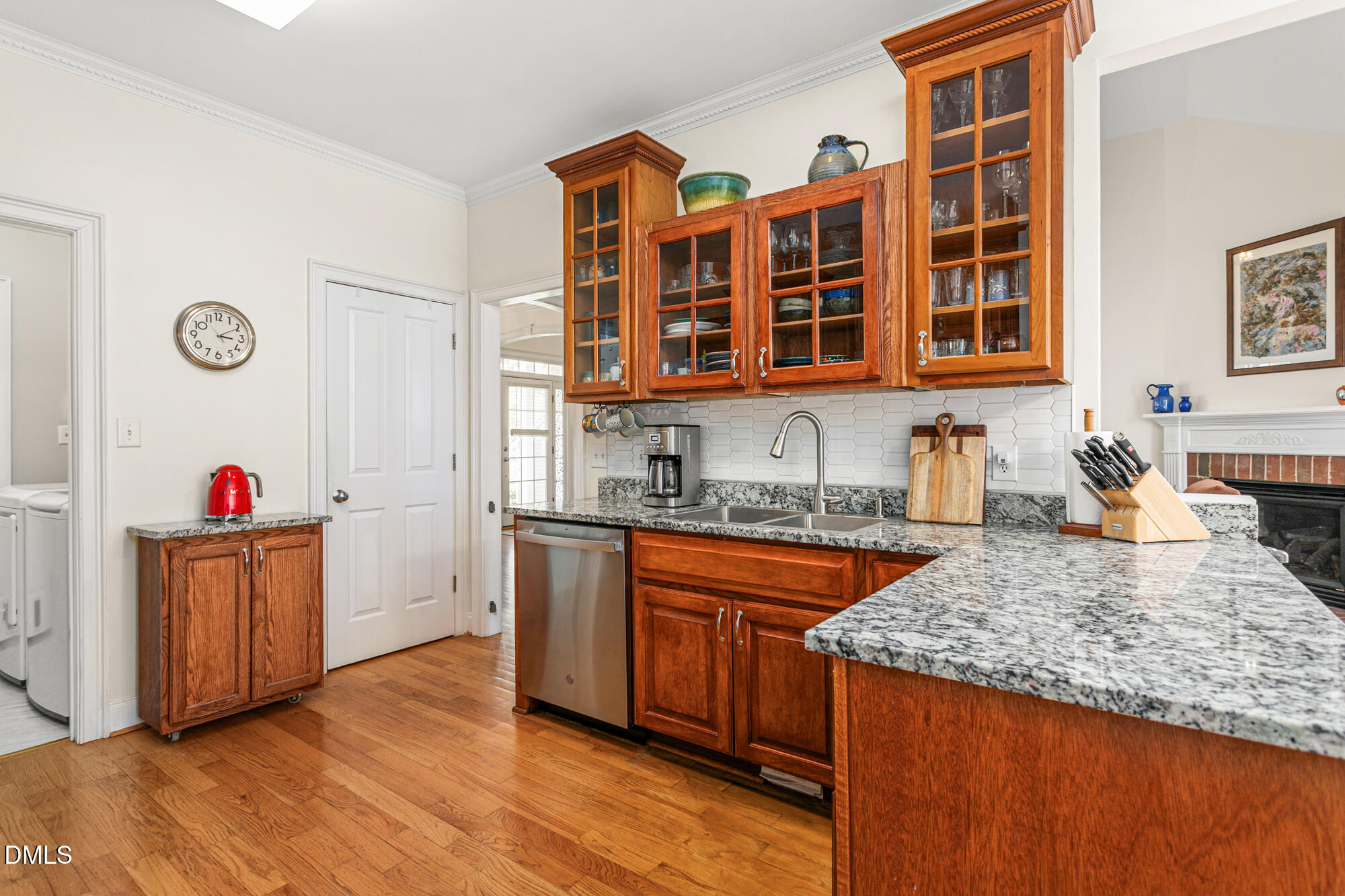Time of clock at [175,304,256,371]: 3:09
